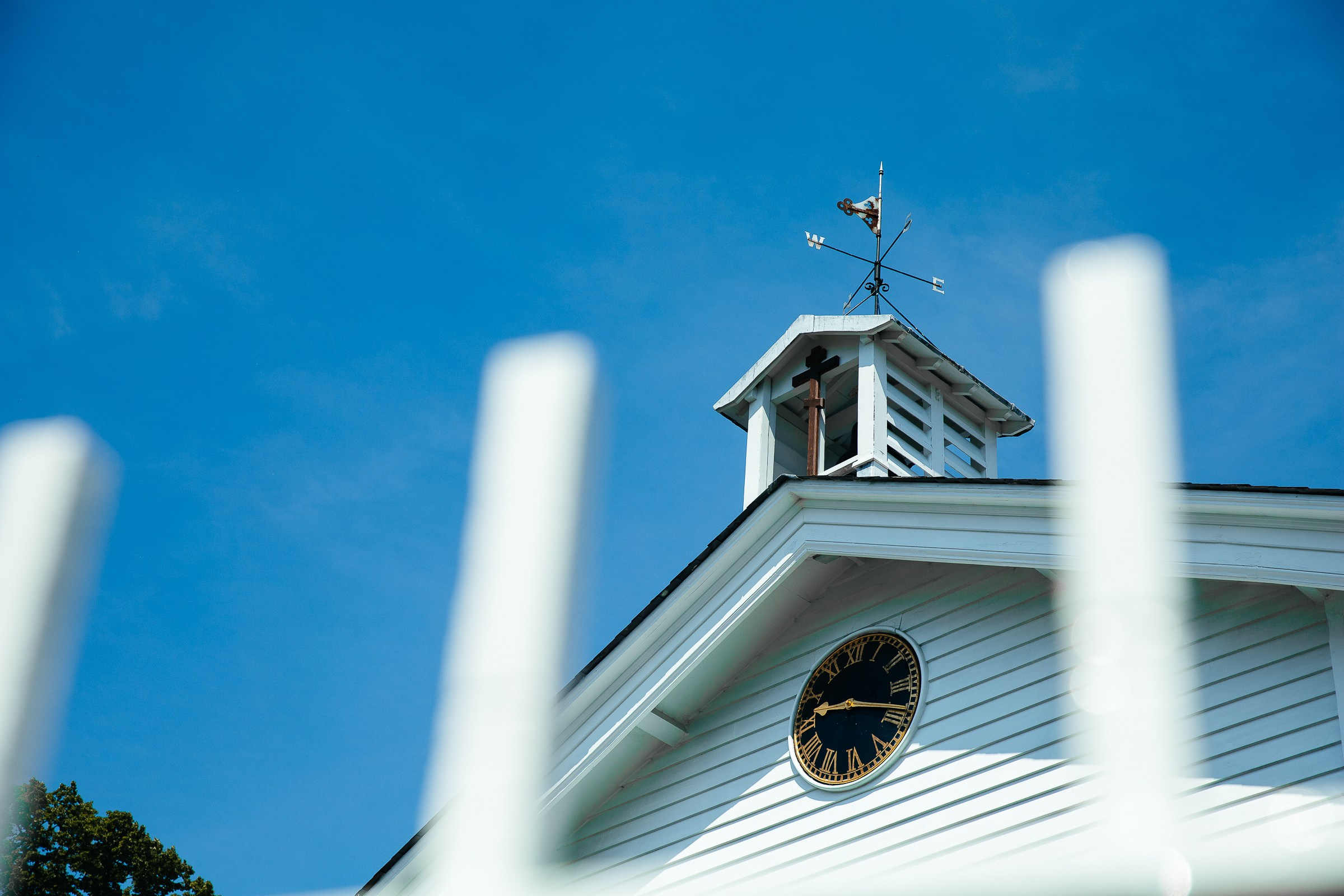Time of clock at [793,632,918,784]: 9:18
